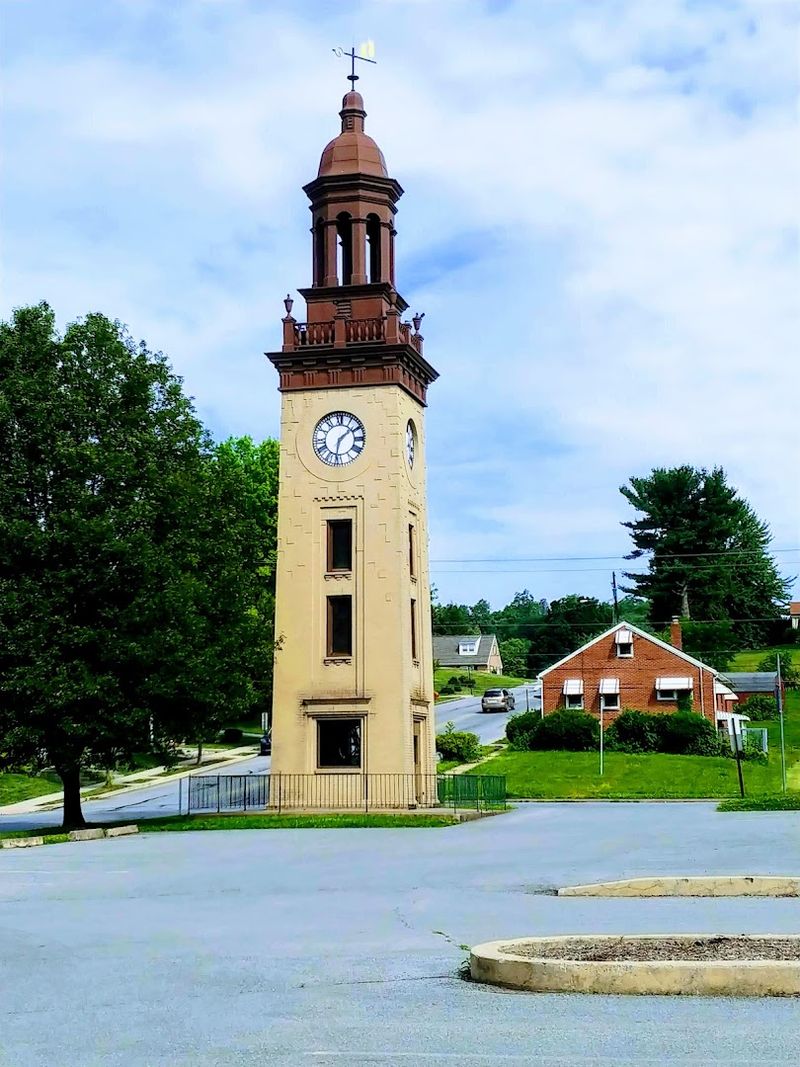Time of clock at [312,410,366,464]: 1:31
